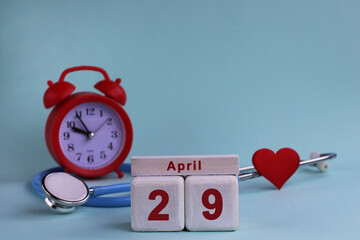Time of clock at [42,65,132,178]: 9:54
